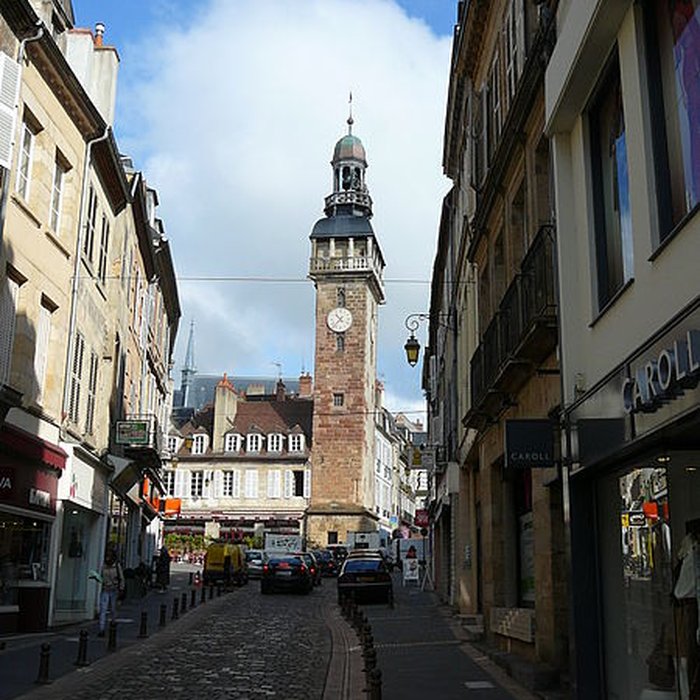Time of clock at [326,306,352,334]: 10:37
